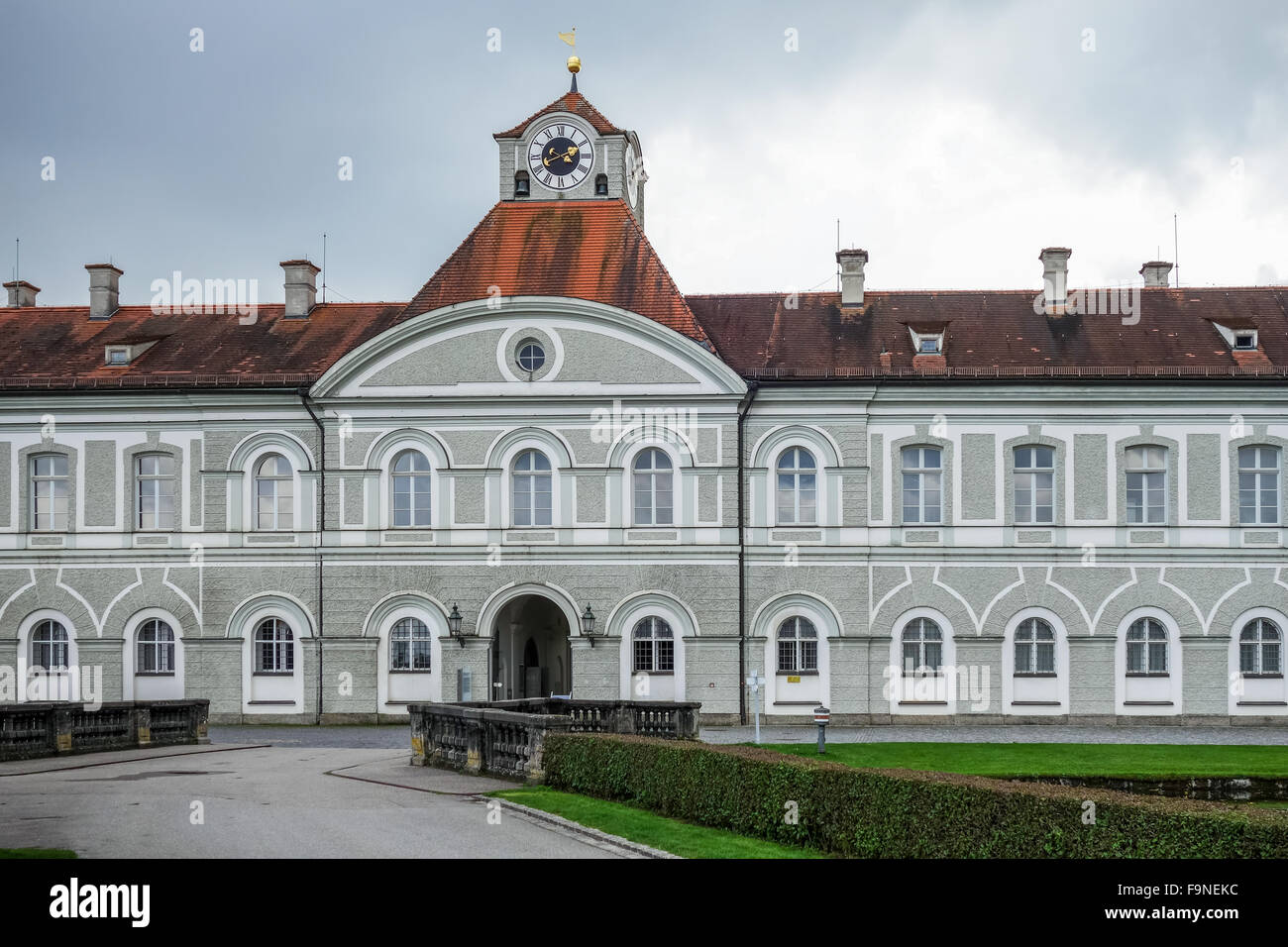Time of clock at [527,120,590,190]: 9:41
